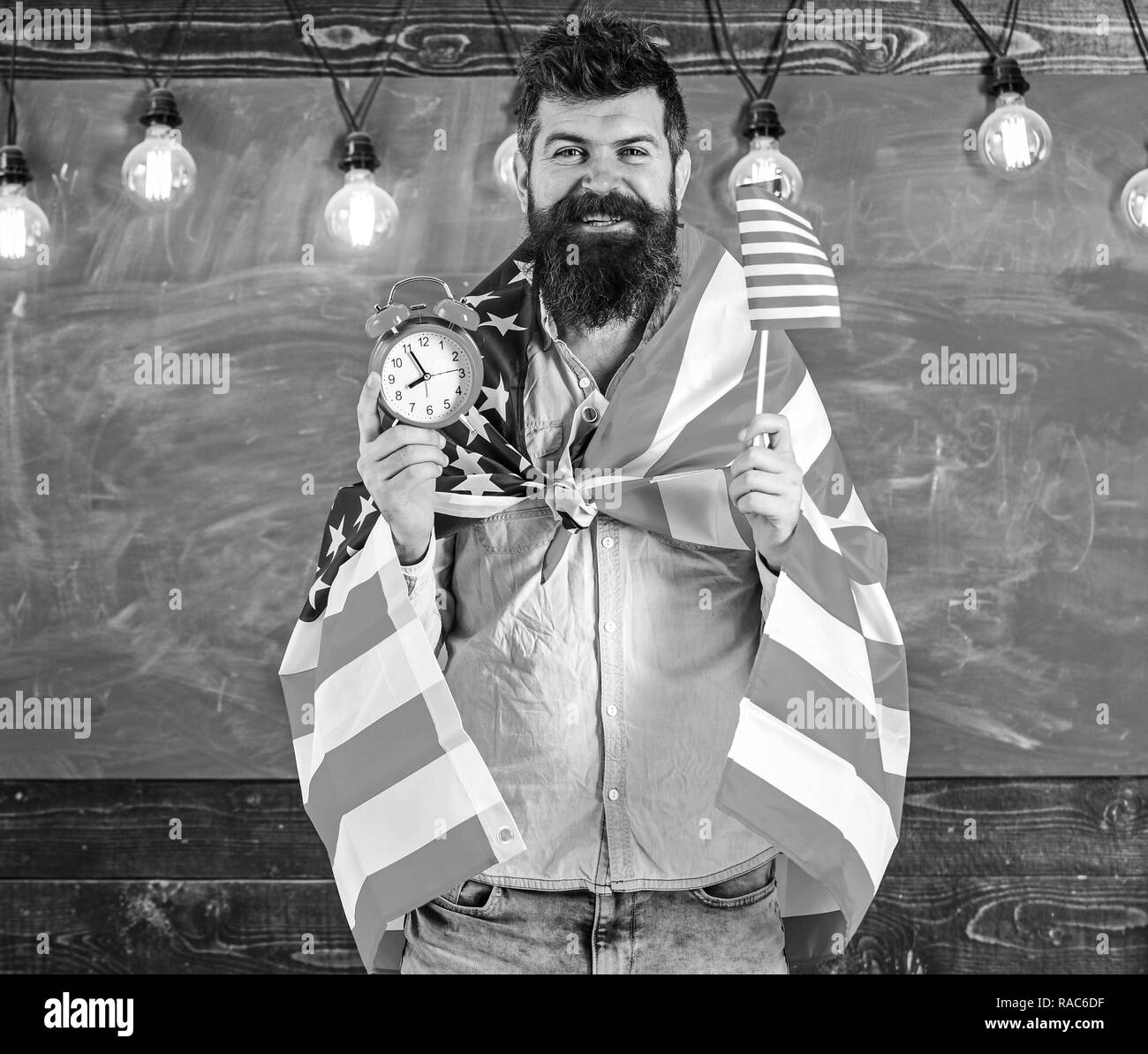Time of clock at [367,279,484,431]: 7:55
